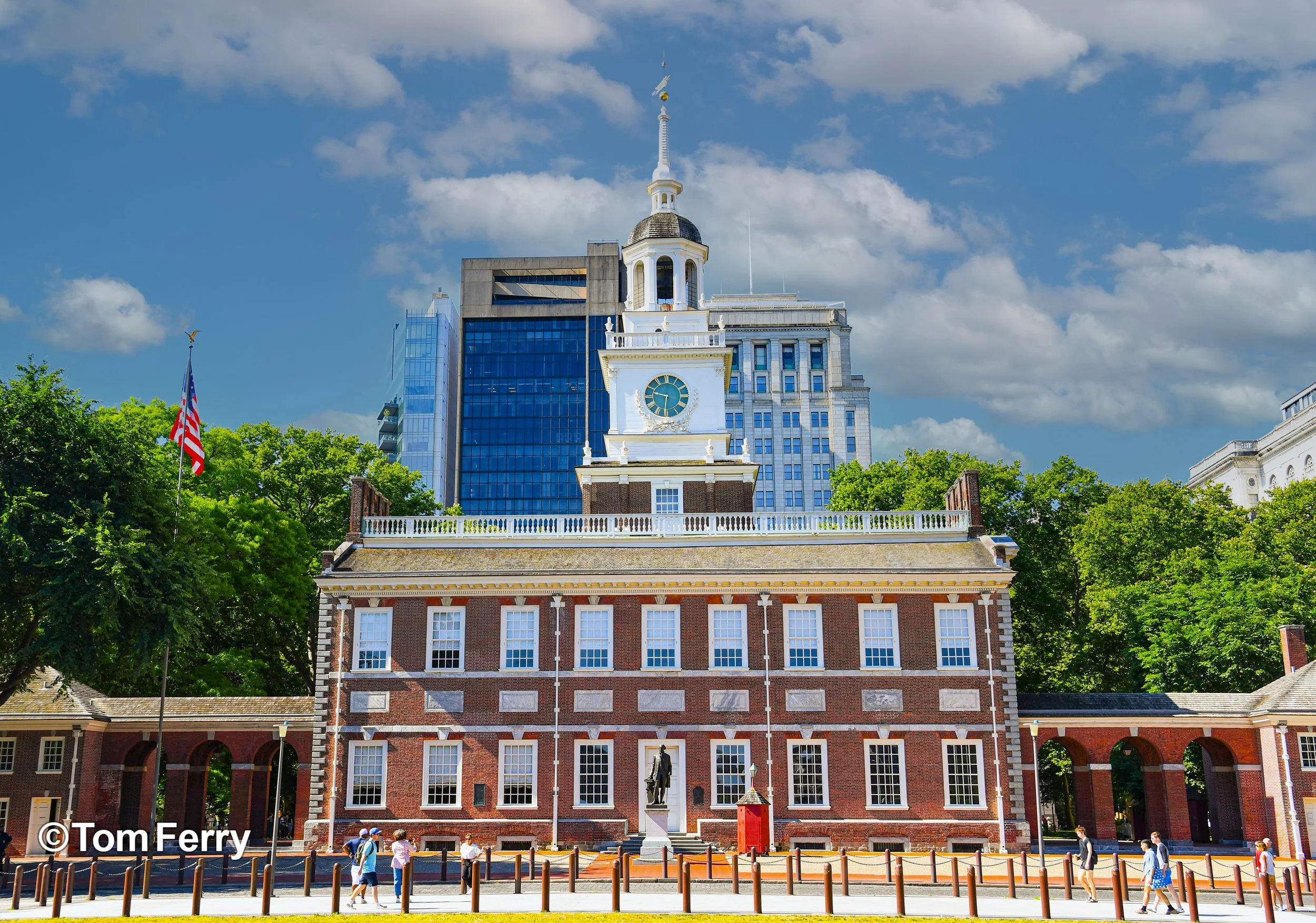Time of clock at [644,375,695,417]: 9:31
